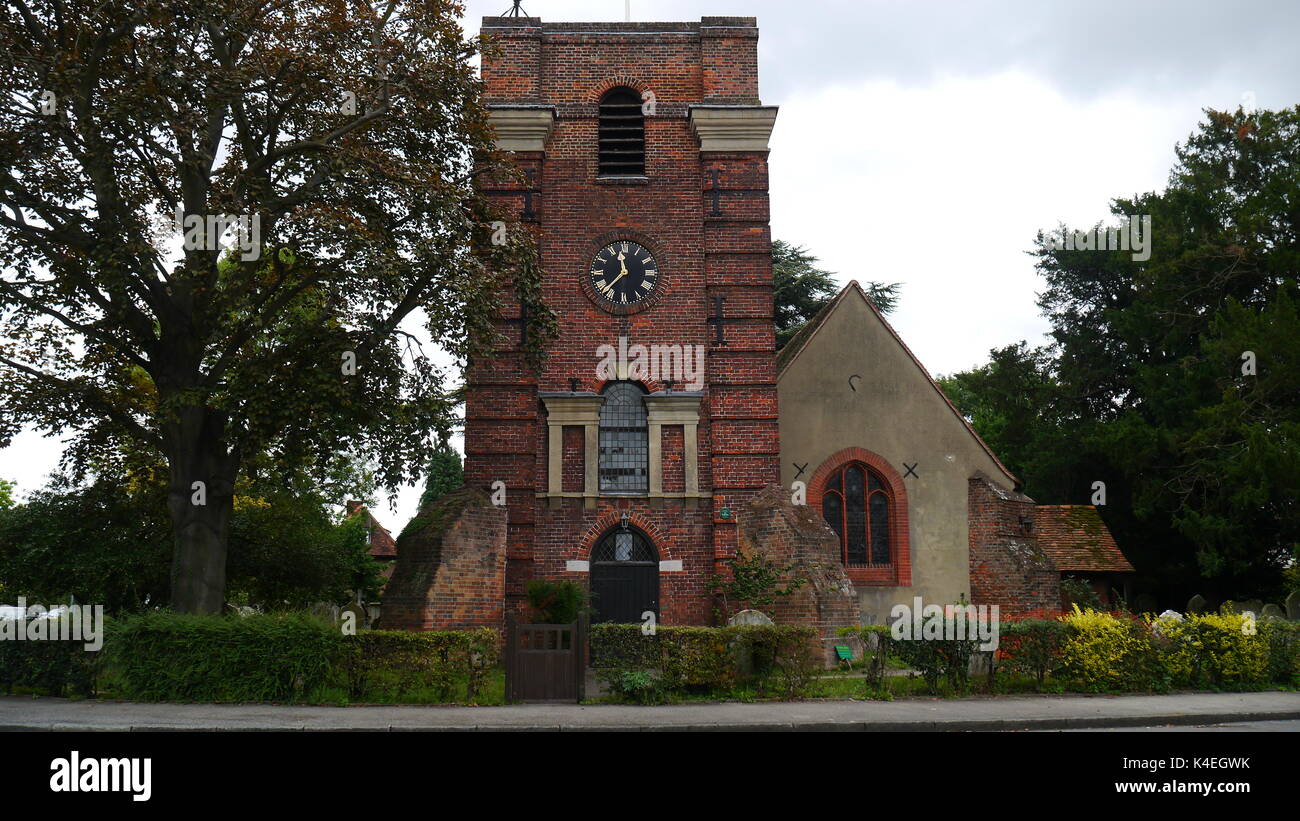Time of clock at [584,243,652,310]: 11:37
